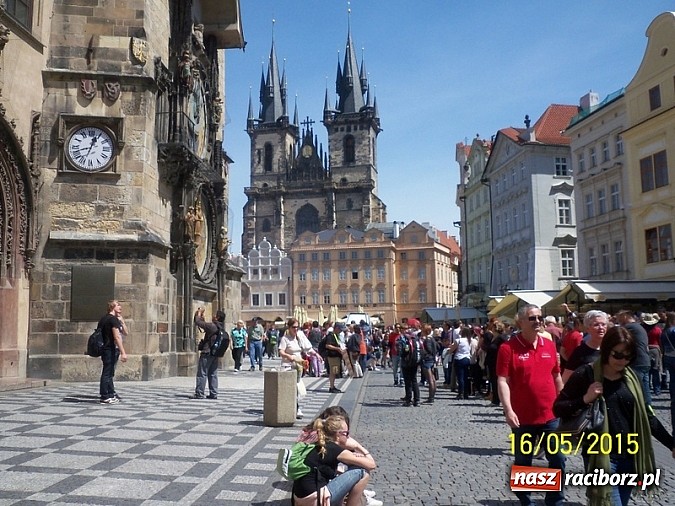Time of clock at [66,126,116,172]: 12:42
